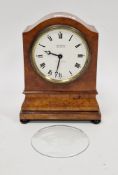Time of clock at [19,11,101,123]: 9:32
